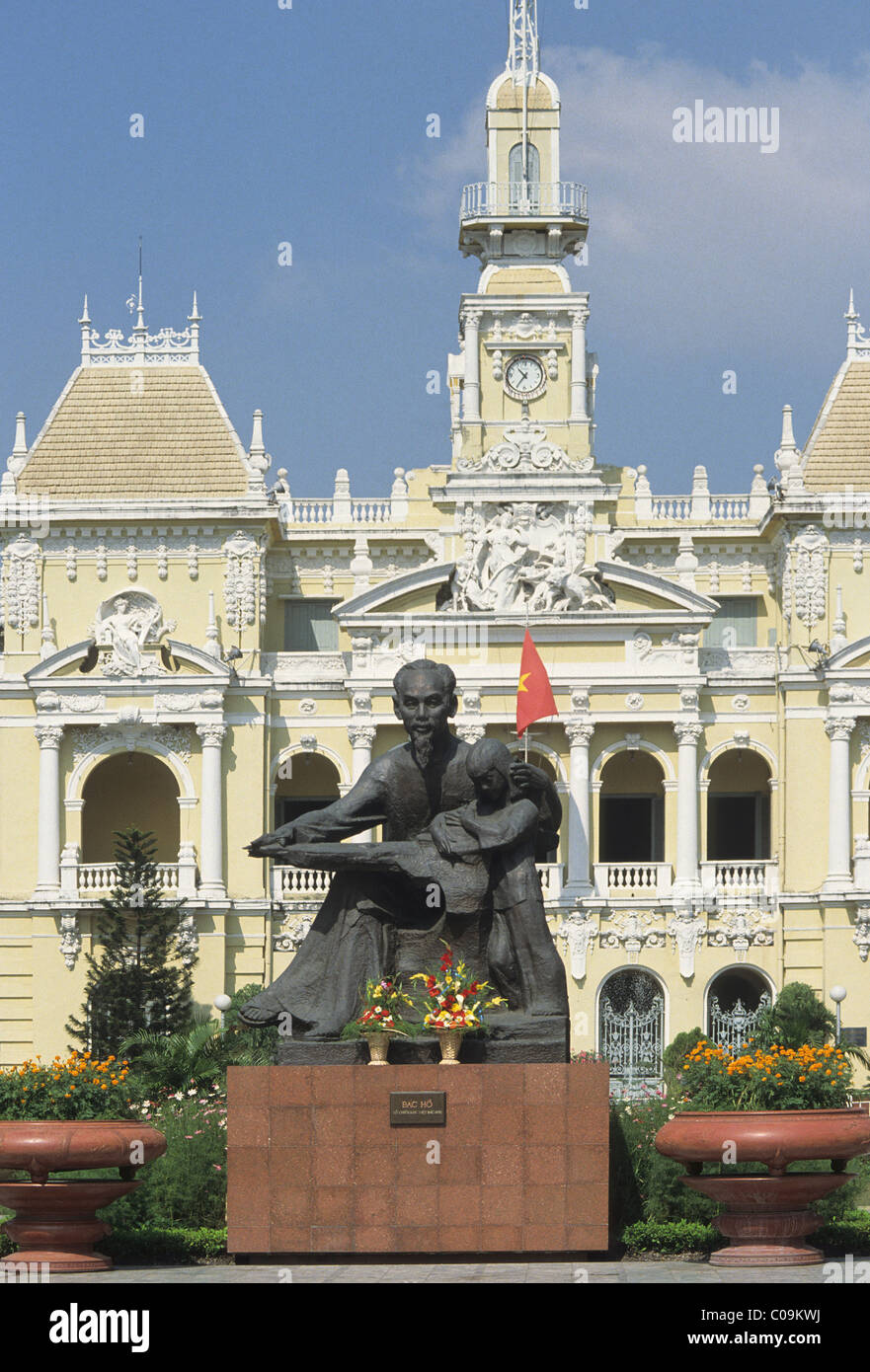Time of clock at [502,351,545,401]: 10:35
